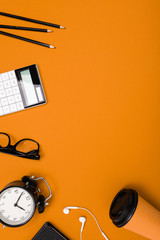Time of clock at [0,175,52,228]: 4:04
